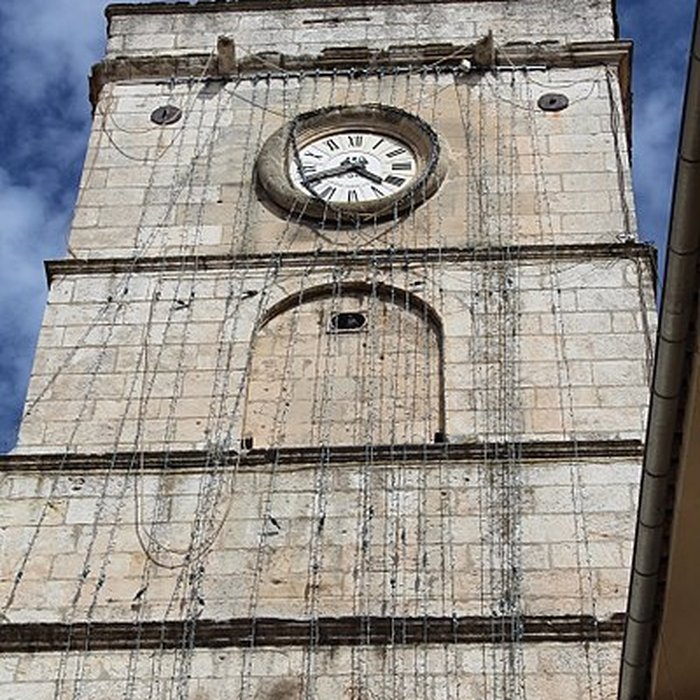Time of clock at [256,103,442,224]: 4:40
